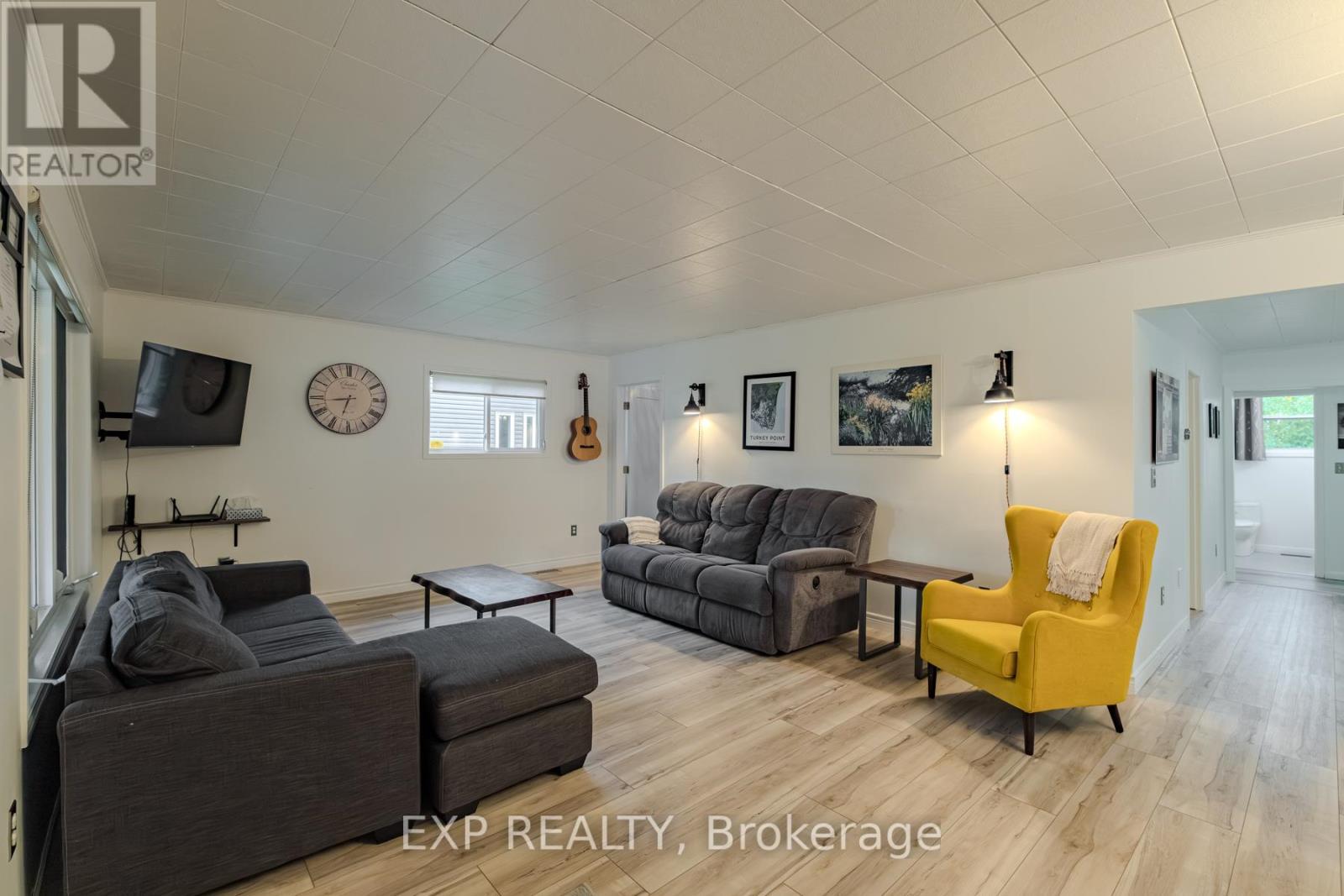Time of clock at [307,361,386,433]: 6:43
